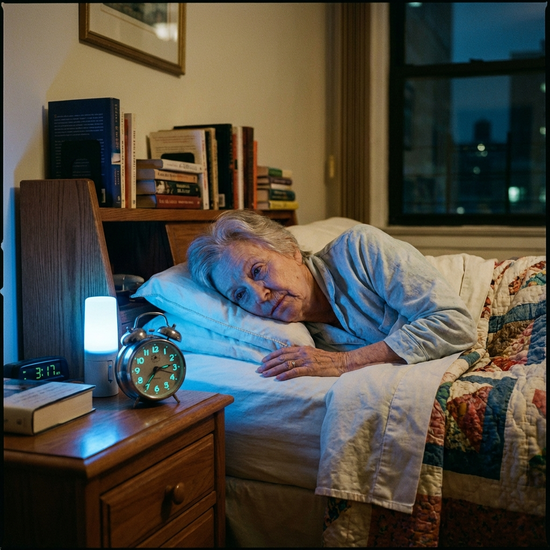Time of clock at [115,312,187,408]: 7:12
